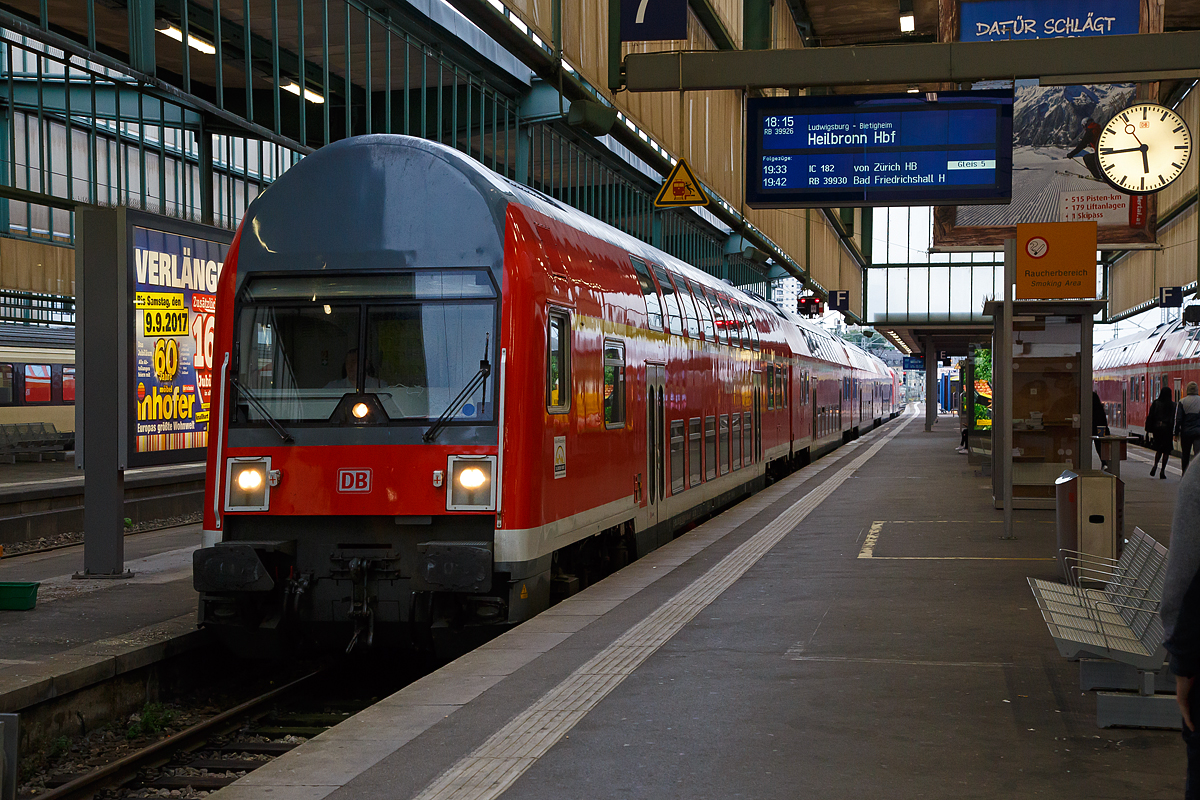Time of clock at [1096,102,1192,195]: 5:44
